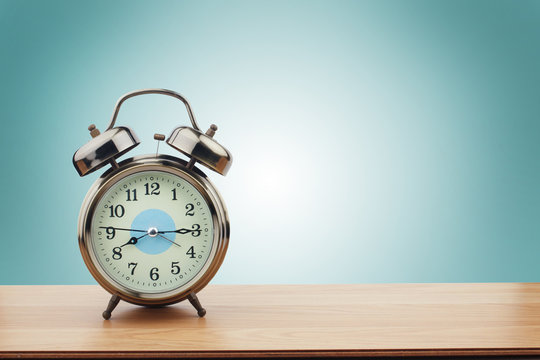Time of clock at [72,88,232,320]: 8:14
